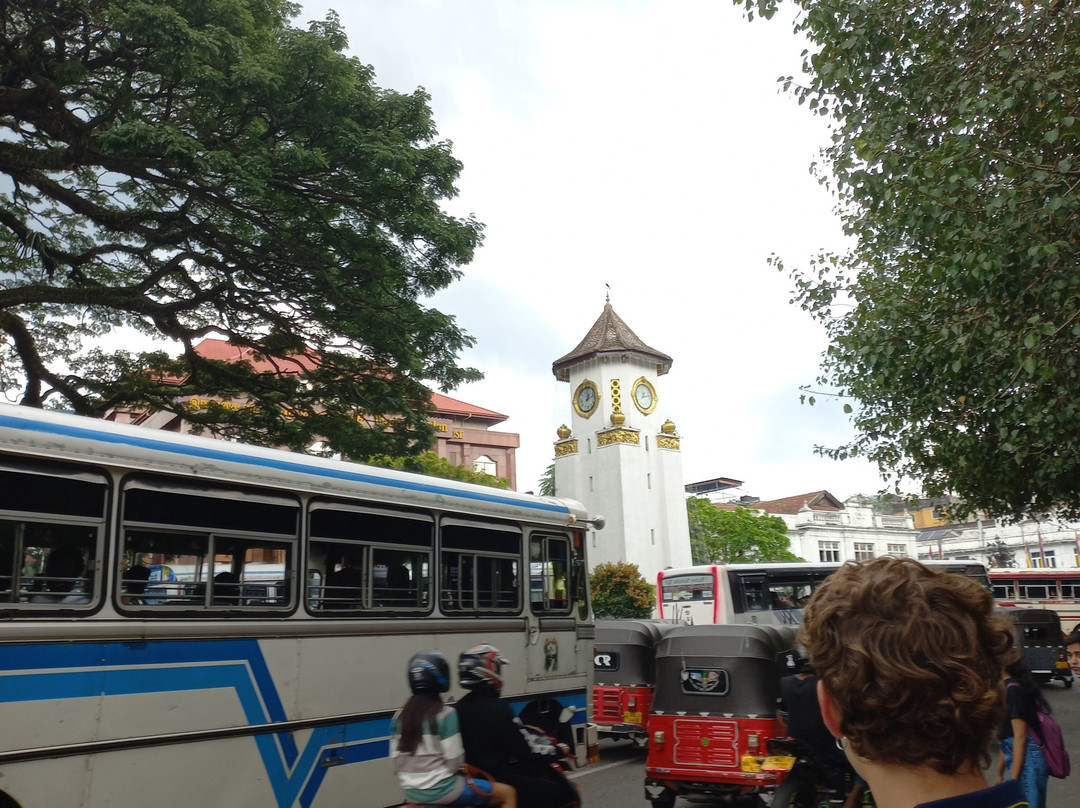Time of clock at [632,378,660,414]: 1:12
